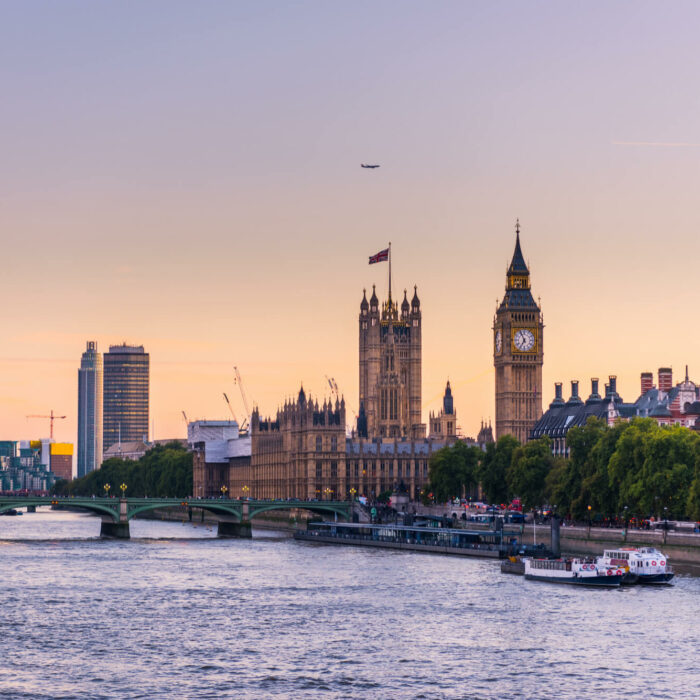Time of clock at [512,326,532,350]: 6:56
